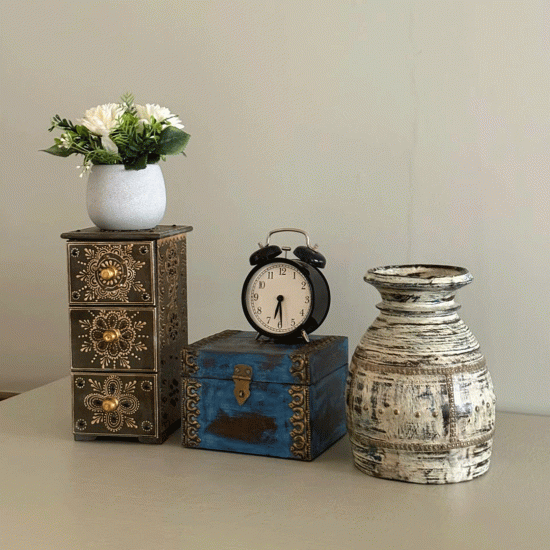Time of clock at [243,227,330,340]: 6:29
